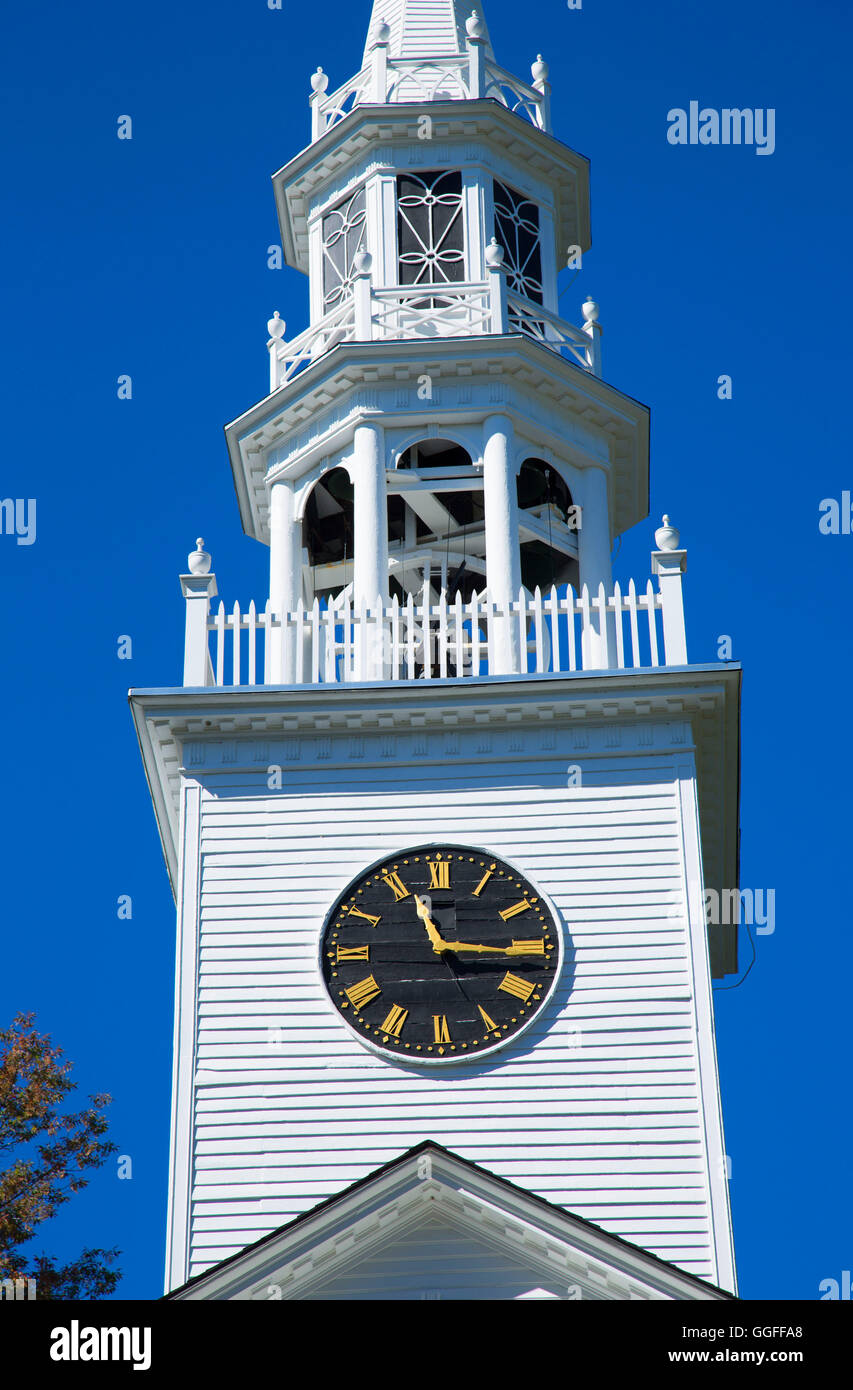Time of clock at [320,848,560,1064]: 11:15
